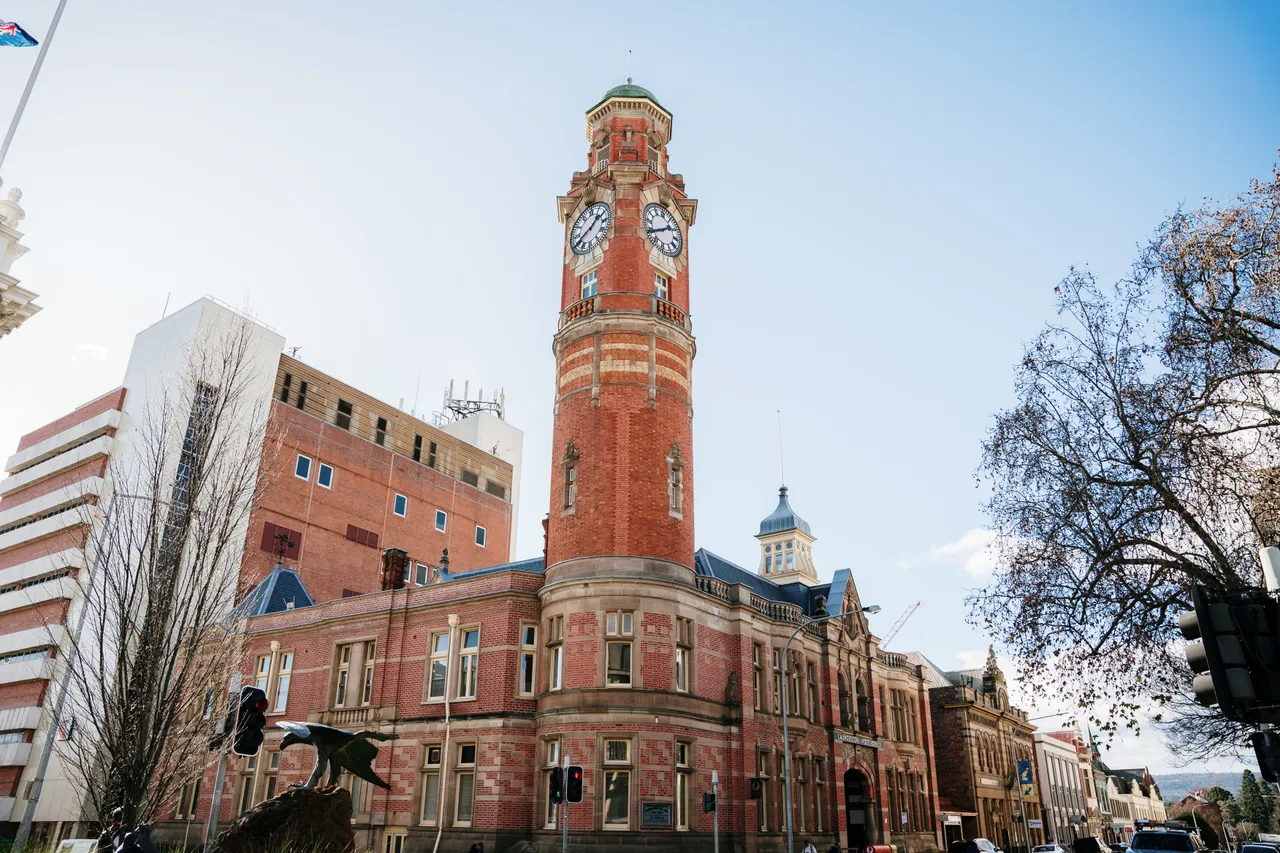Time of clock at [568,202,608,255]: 1:39
